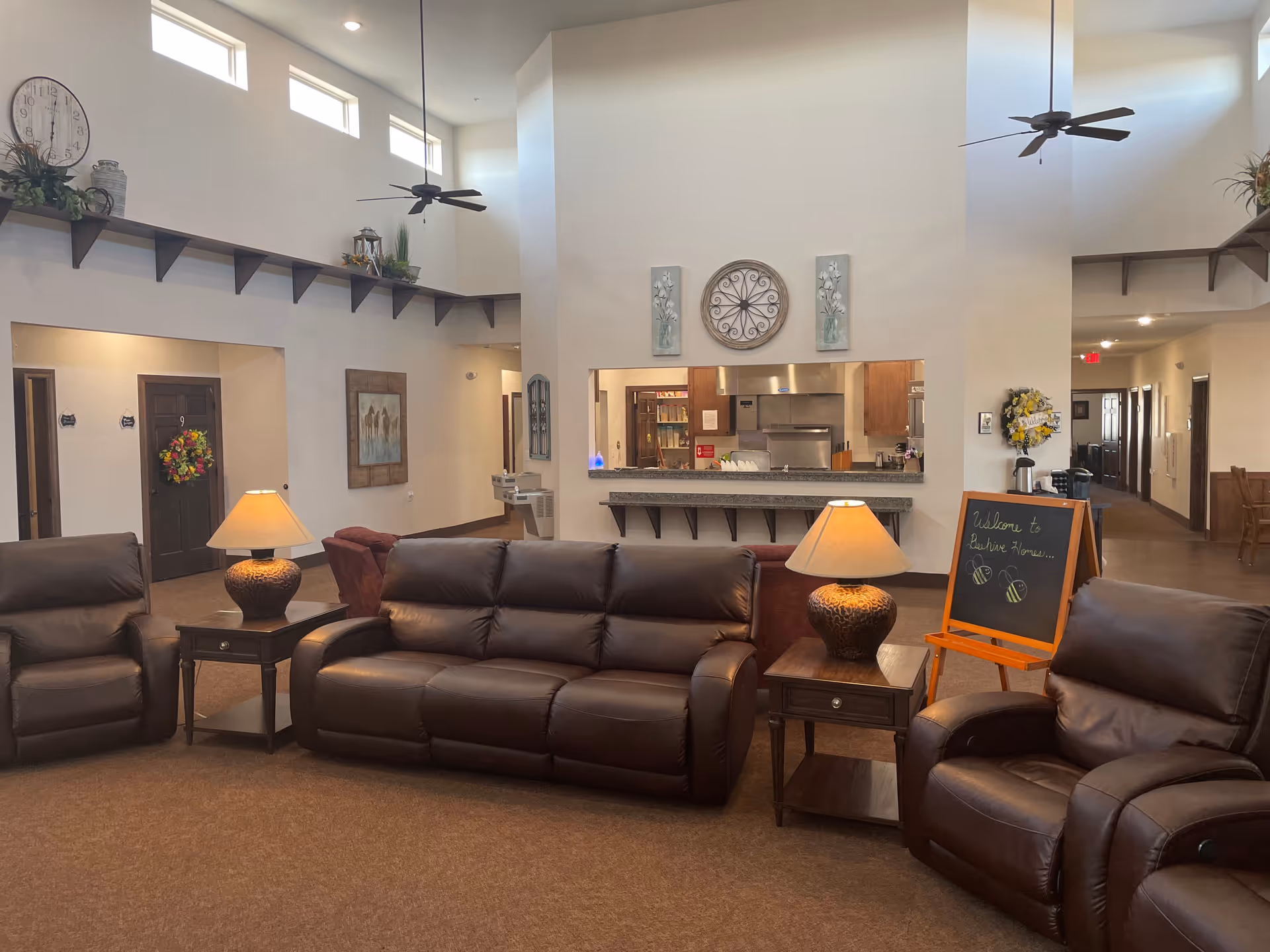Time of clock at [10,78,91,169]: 6:01
